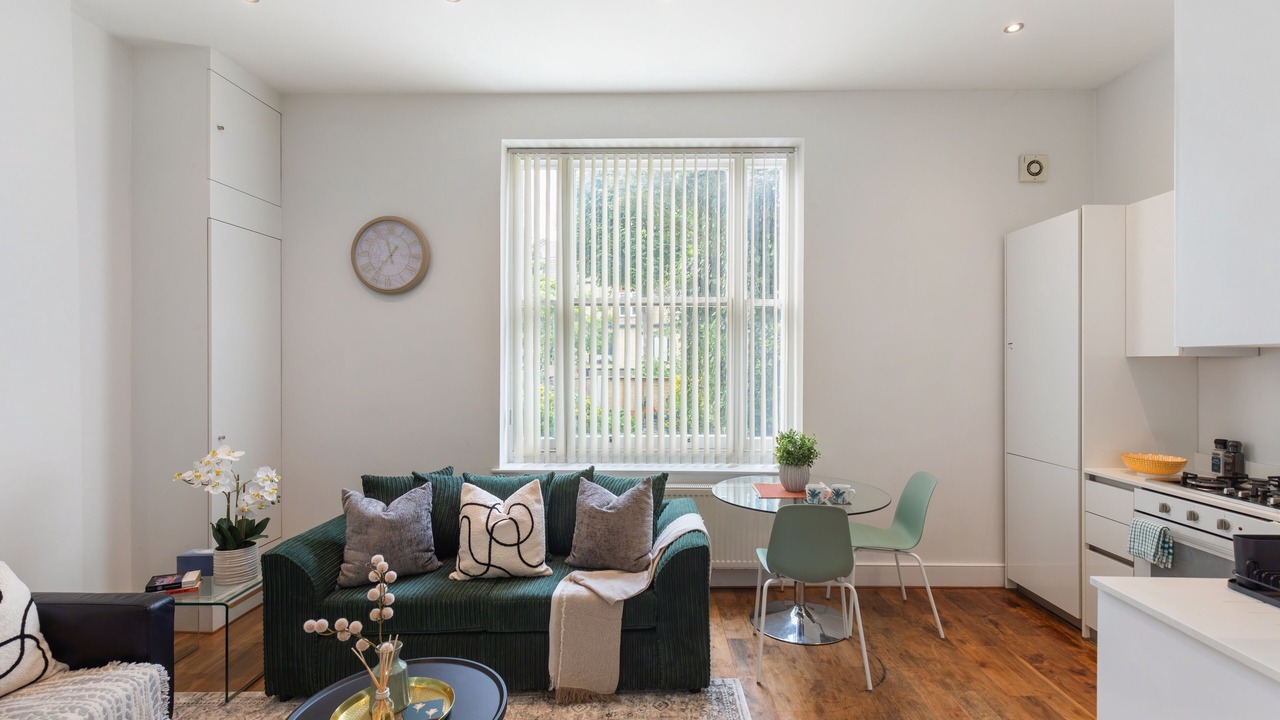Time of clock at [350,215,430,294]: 11:36
